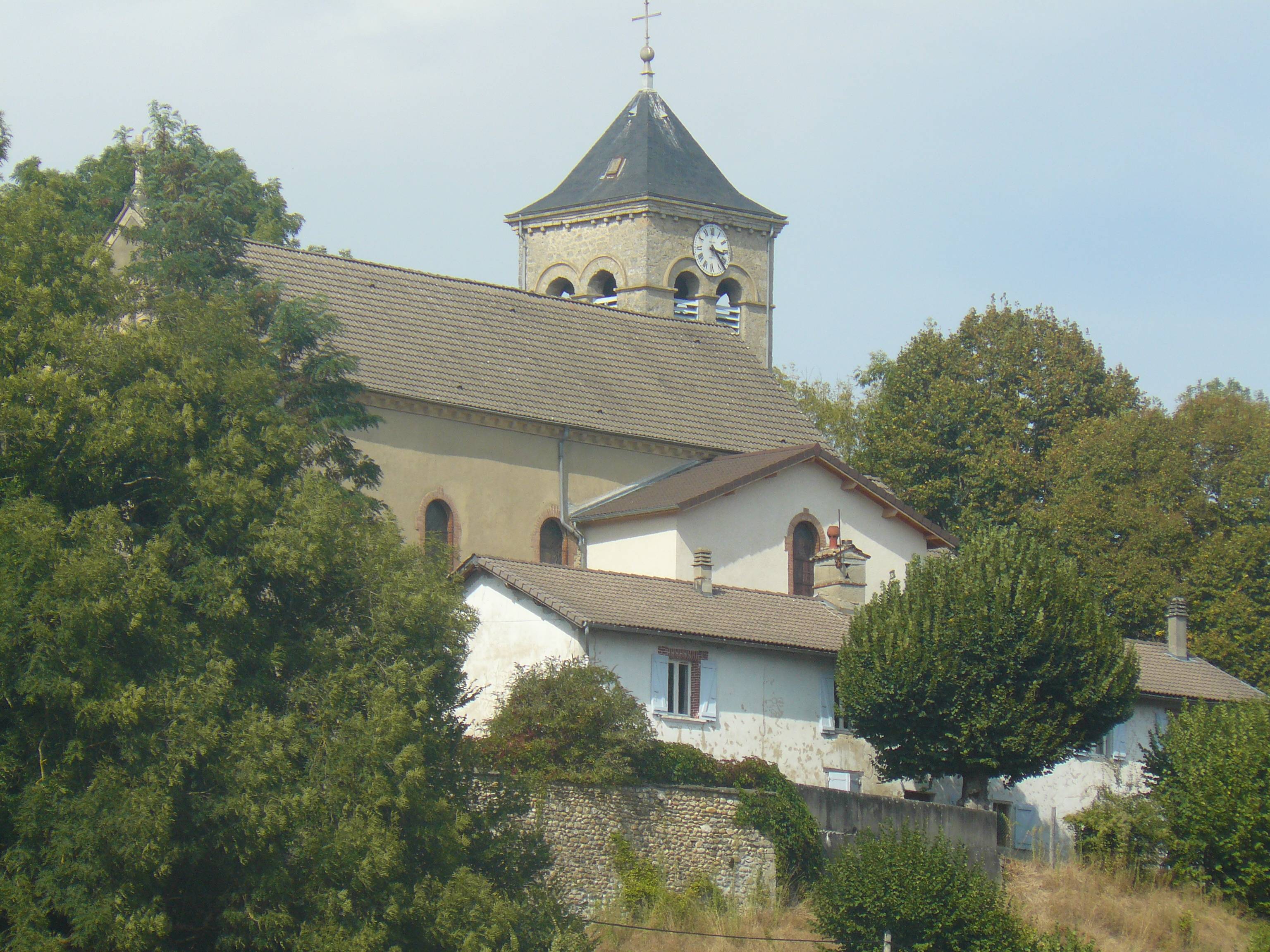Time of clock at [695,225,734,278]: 3:22
